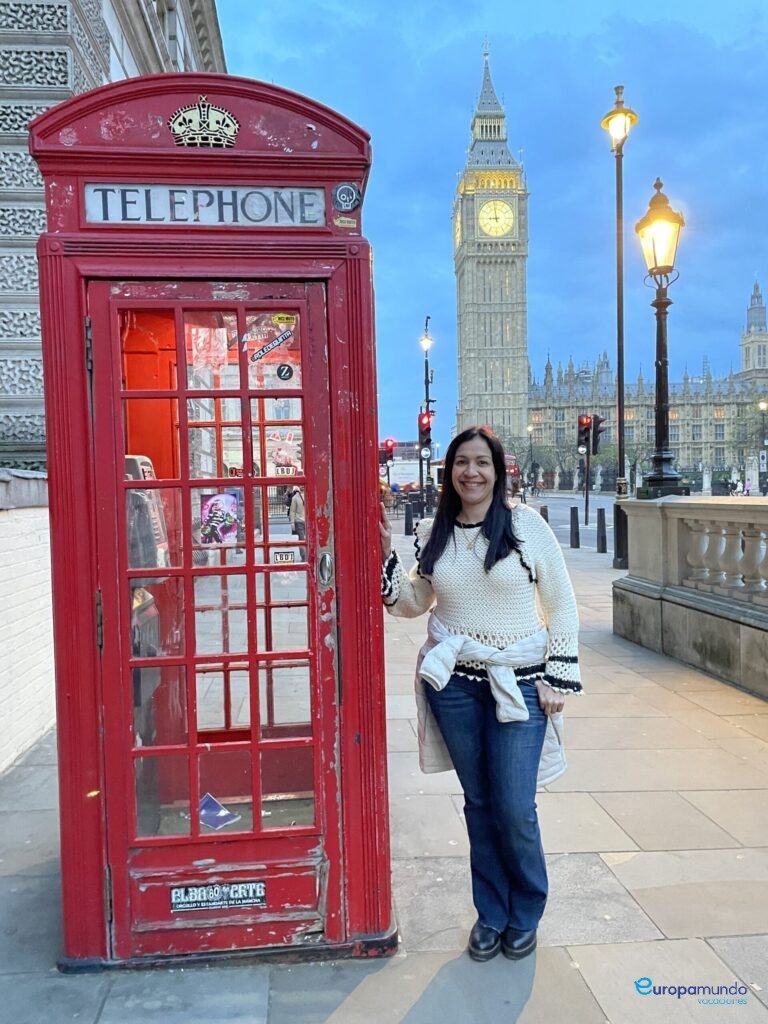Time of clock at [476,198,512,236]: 8:58
